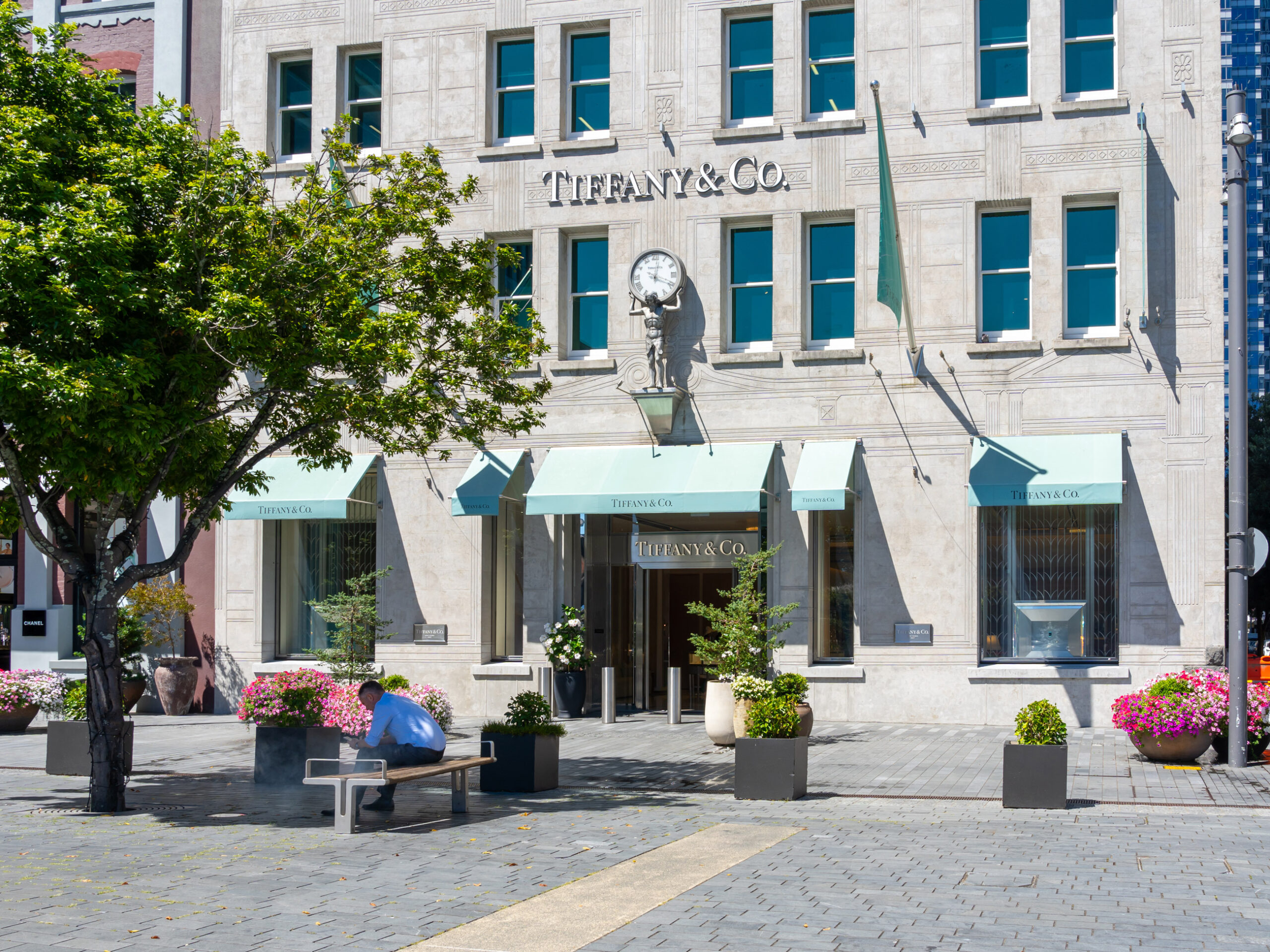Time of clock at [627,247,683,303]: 12:19
